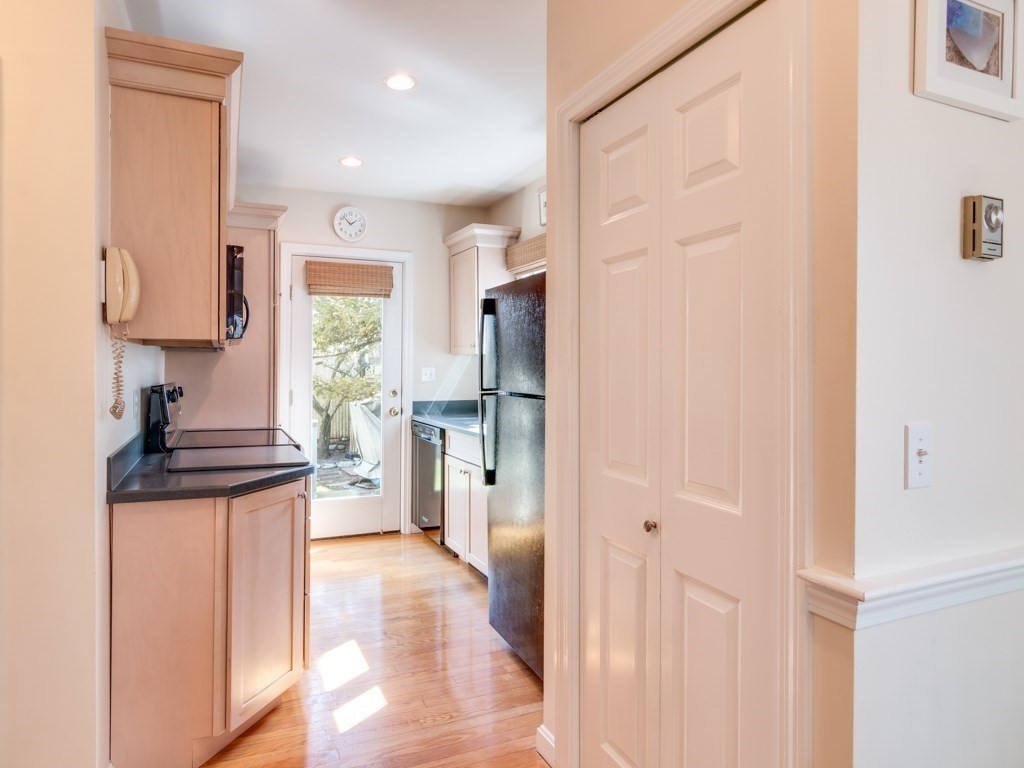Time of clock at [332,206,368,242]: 1:52
